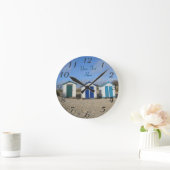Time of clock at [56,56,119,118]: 10:07
